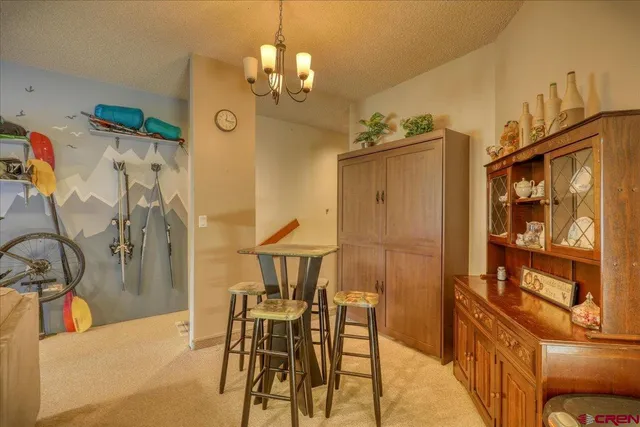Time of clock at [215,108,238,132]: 12:16
